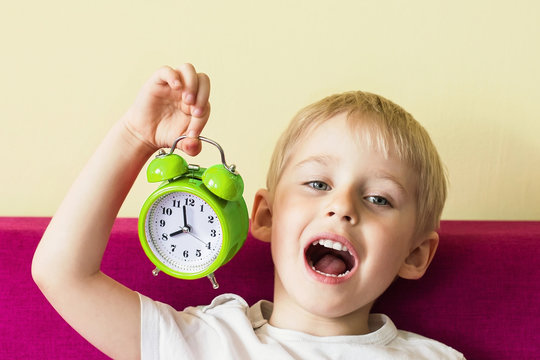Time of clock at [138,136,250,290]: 7:58
